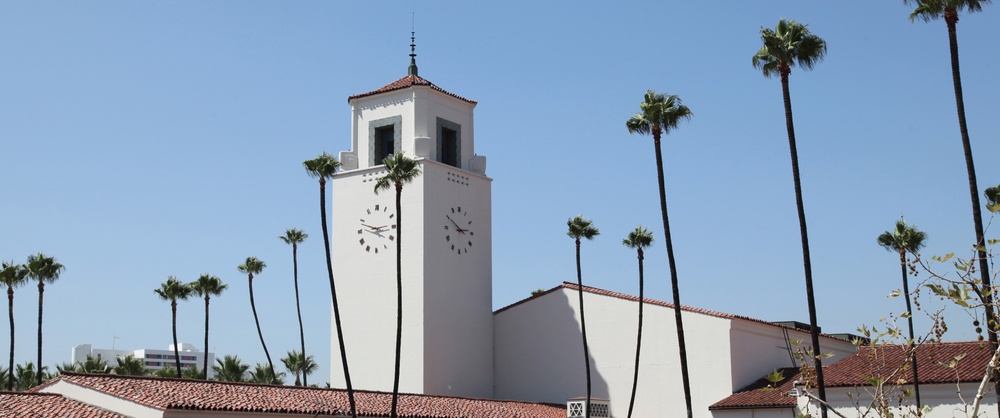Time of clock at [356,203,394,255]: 2:48
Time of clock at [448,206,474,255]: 2:50
